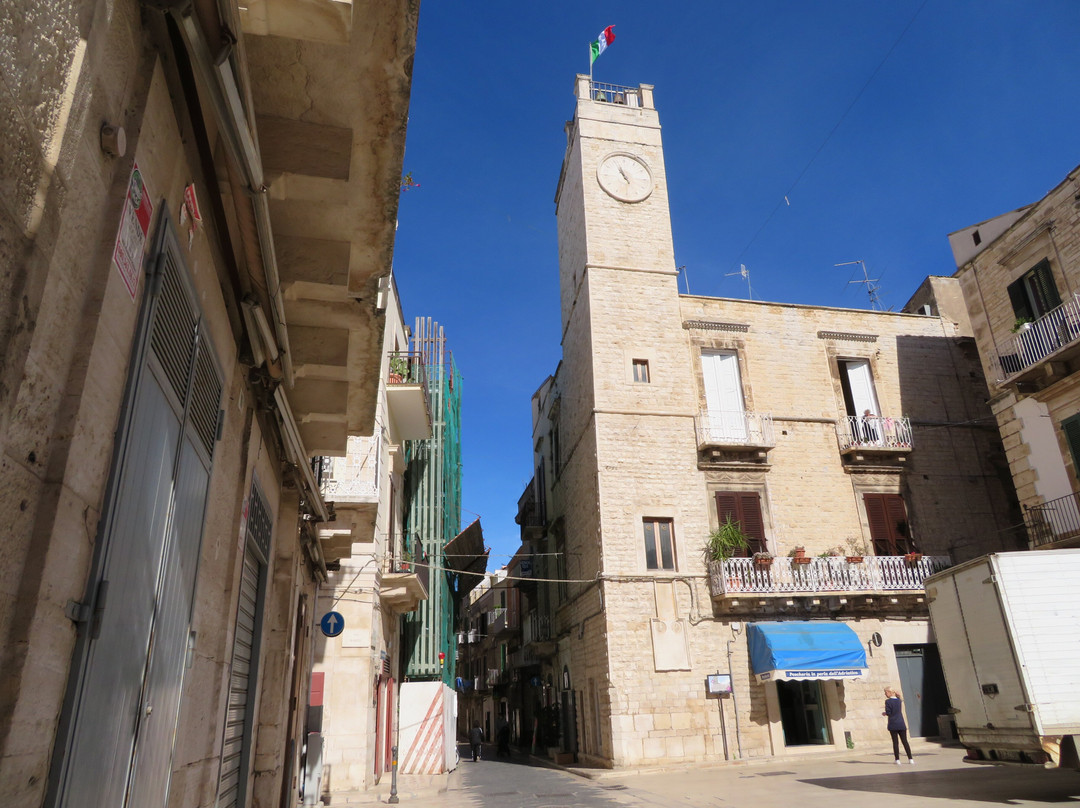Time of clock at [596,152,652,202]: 10:56
